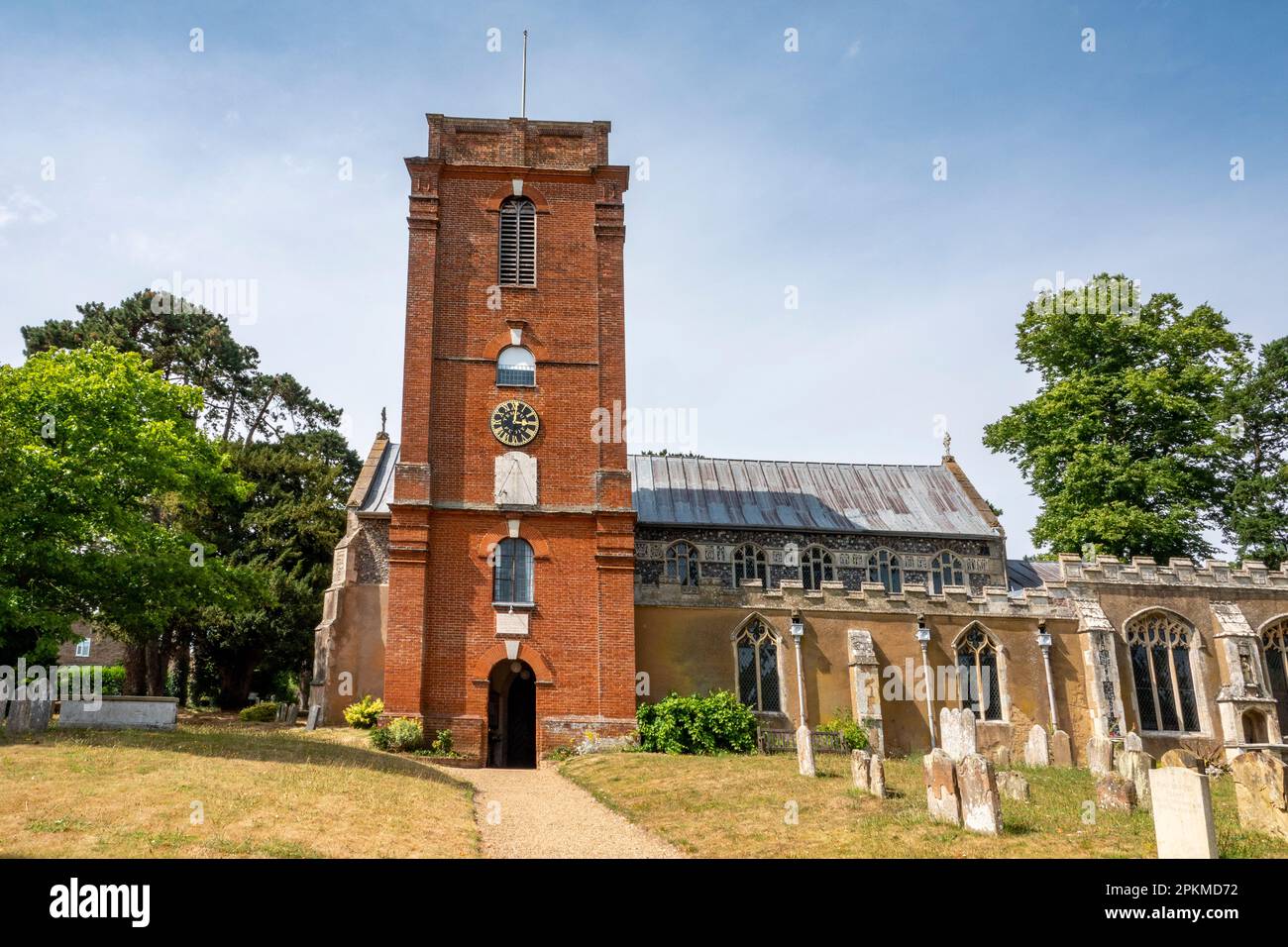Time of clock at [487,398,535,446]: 3:00
